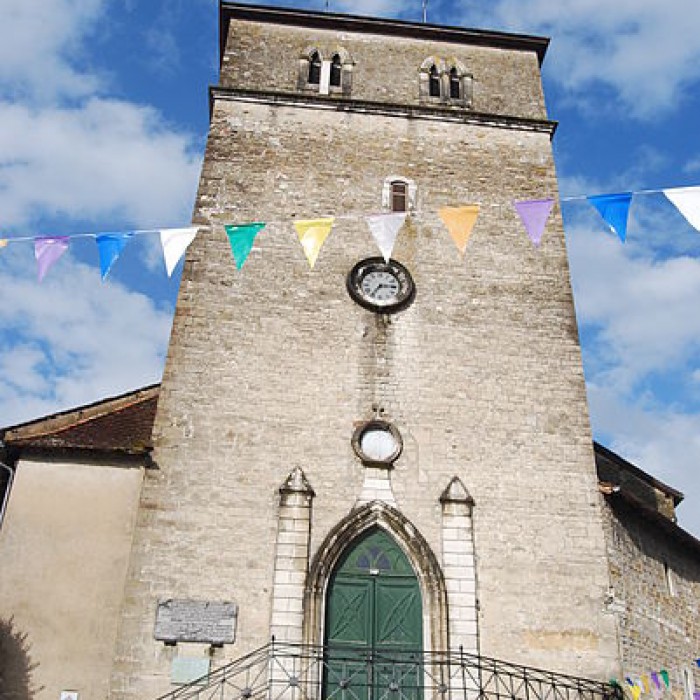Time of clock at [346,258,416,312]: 7:15
